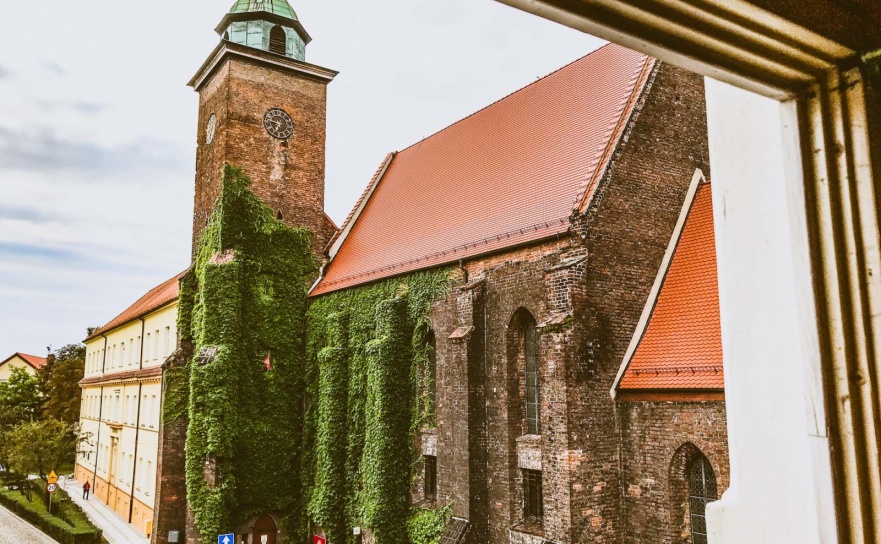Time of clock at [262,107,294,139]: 6:47
